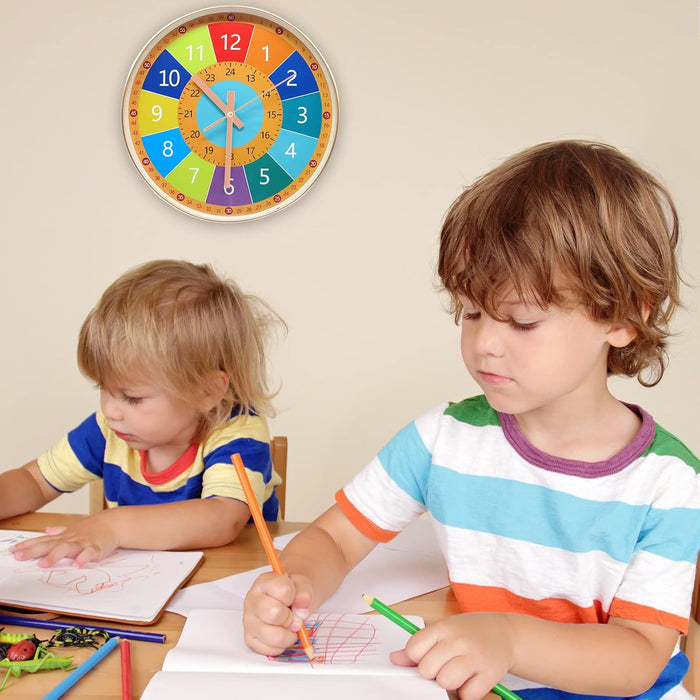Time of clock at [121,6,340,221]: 10:30
